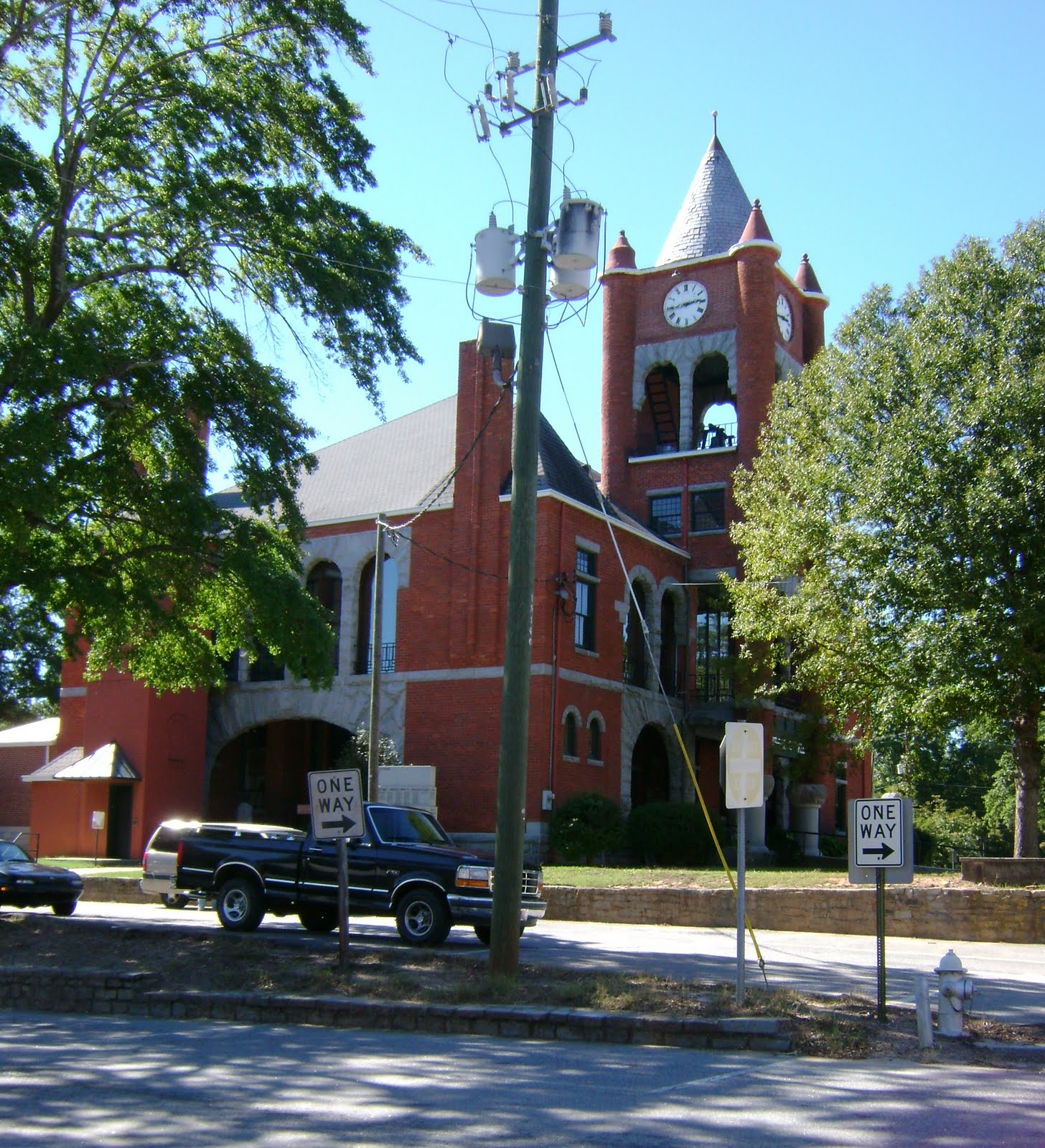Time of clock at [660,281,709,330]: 2:43
